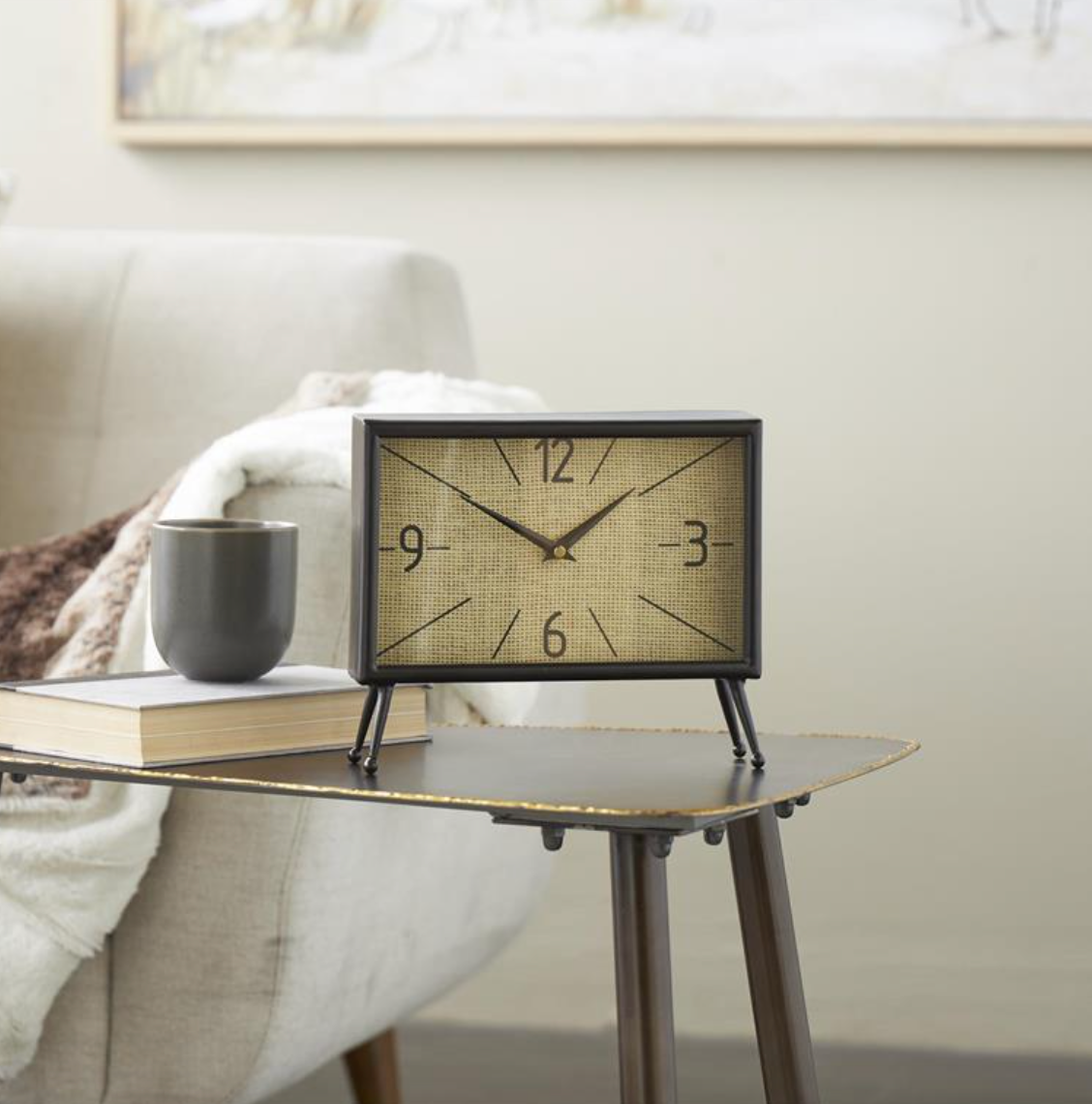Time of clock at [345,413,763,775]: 1:51
